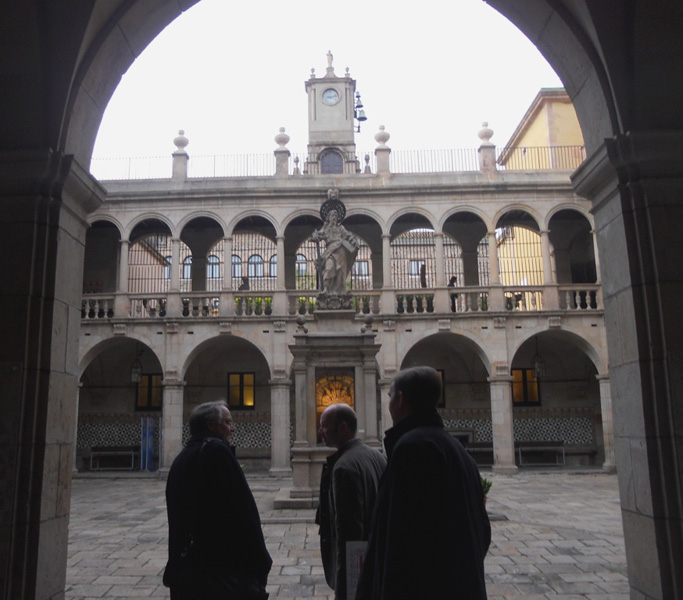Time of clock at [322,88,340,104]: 9:12
